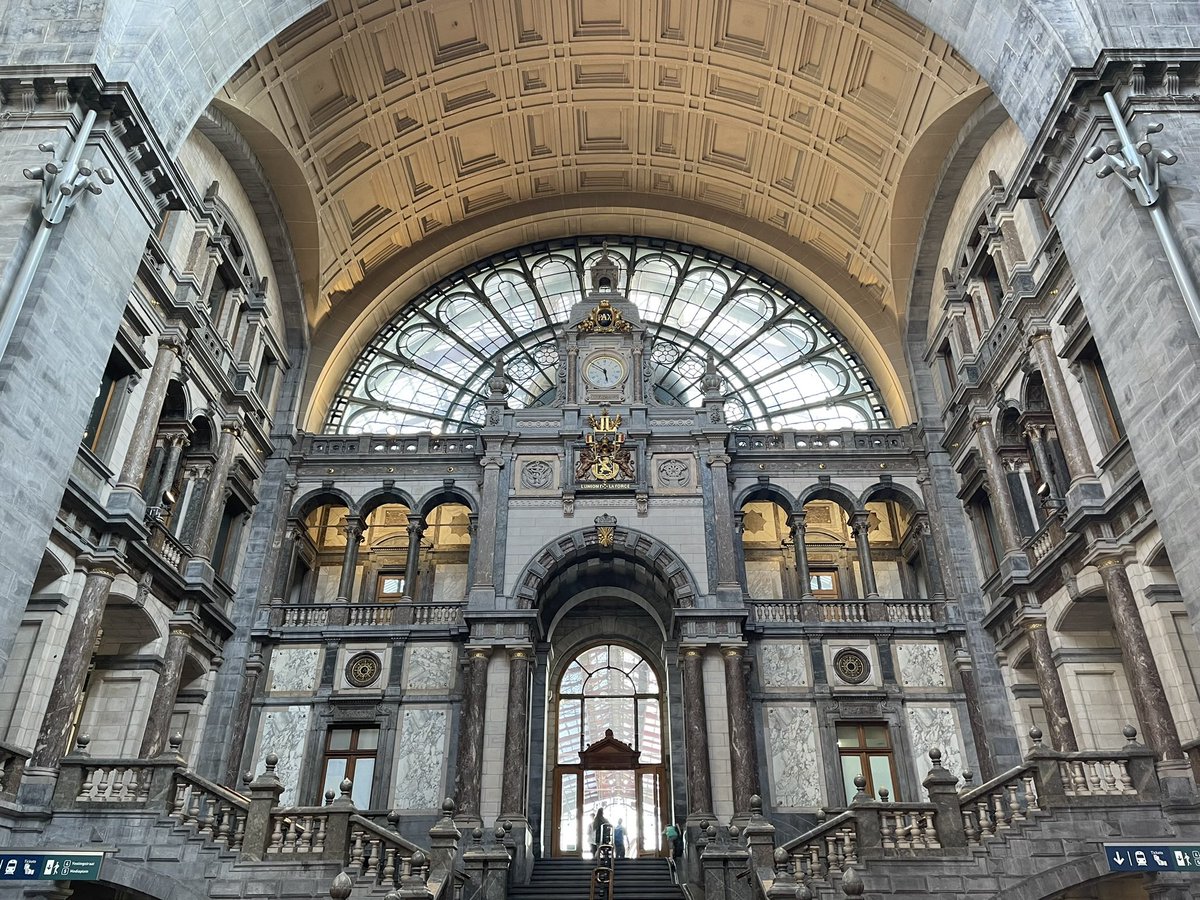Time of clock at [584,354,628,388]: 5:51
